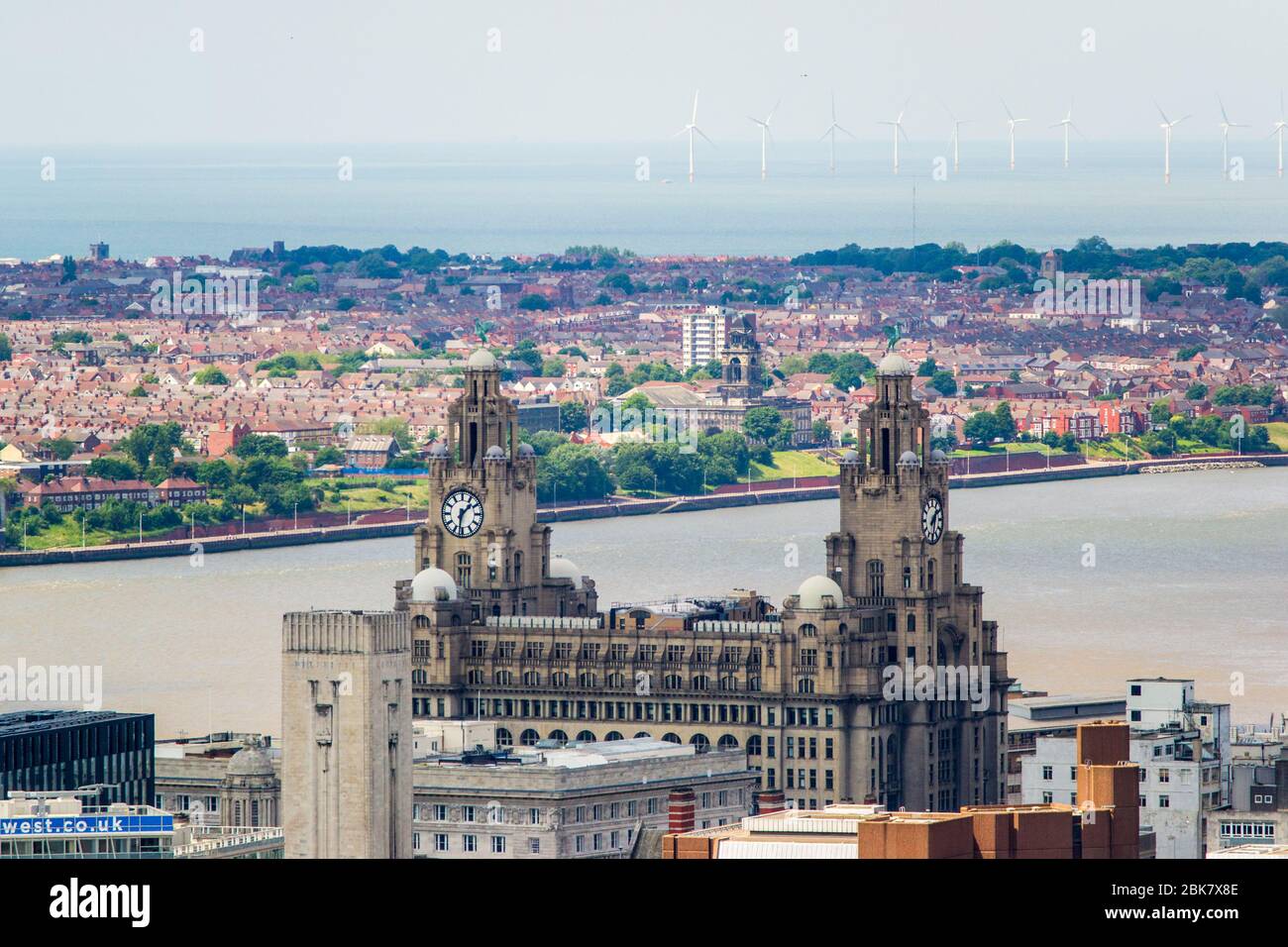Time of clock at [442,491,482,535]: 1:32
